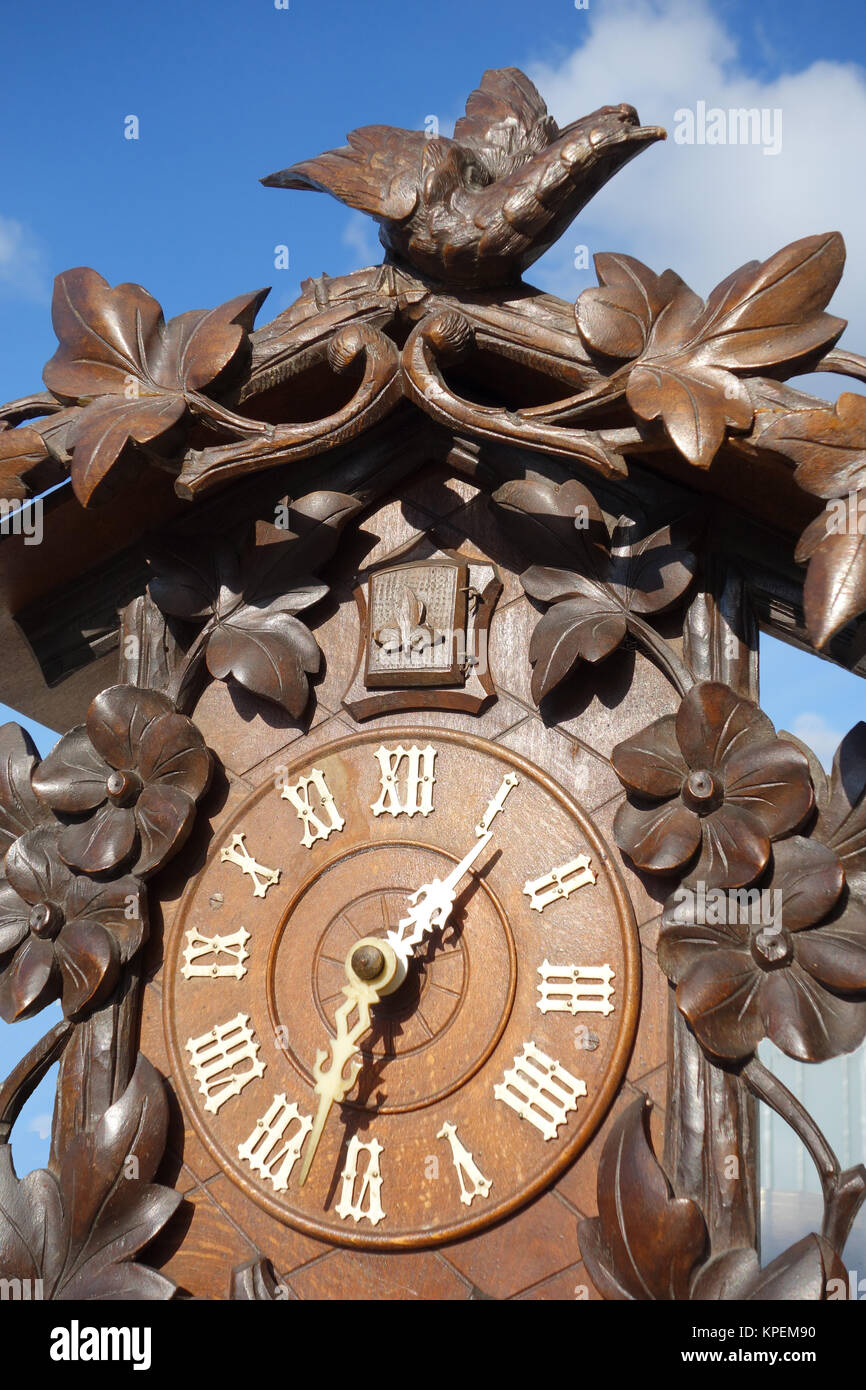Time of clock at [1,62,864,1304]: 1:32
